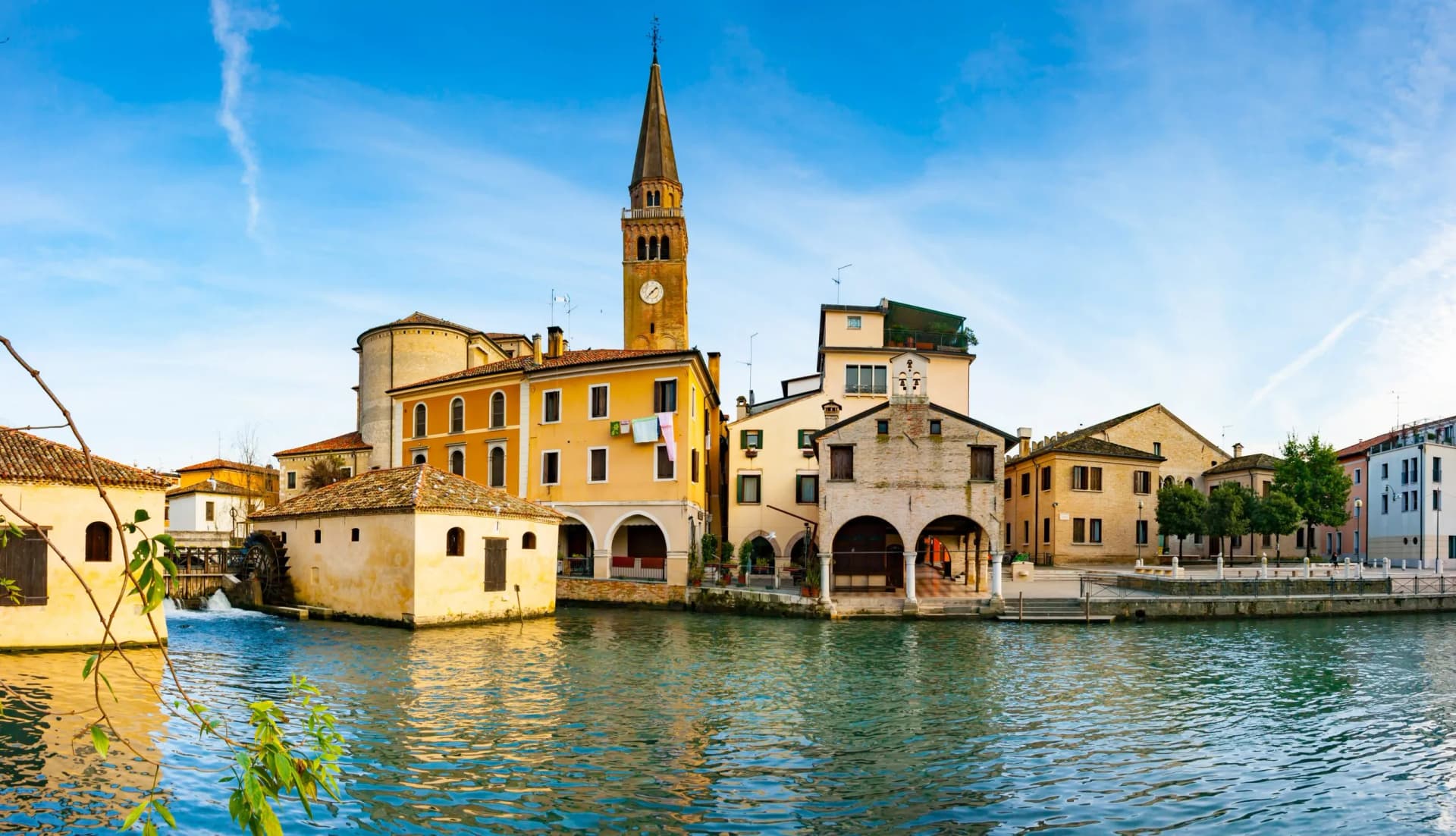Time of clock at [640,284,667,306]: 1:37
